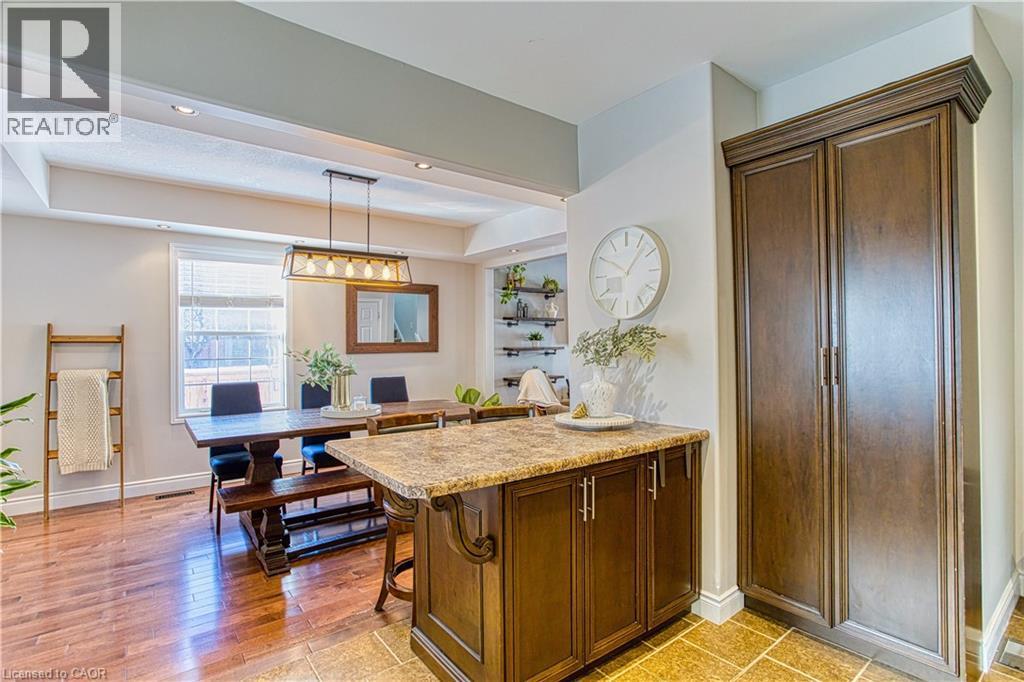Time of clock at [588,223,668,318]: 10:06
